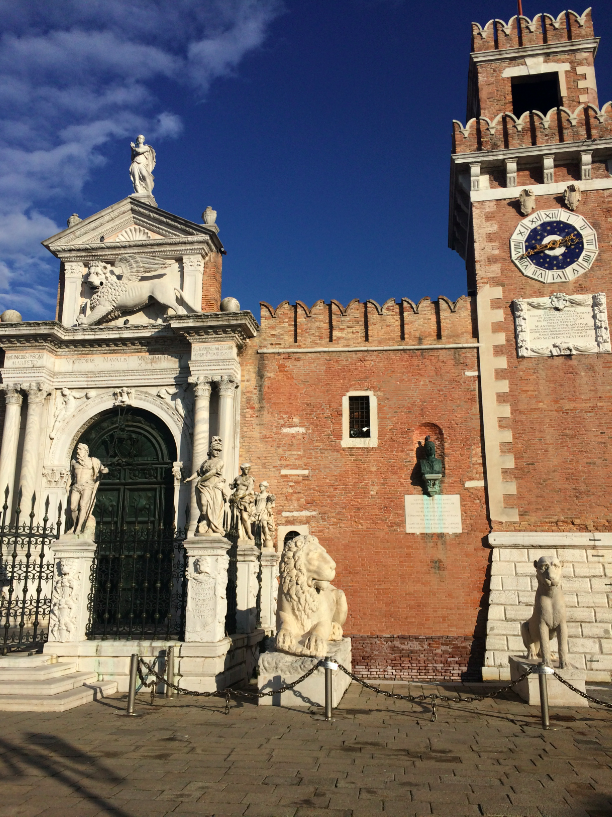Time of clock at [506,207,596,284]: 2:40
